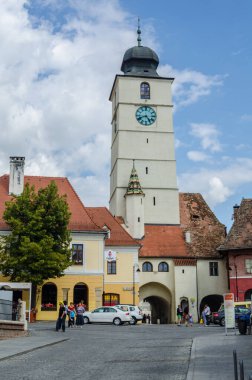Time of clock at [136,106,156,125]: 4:41
